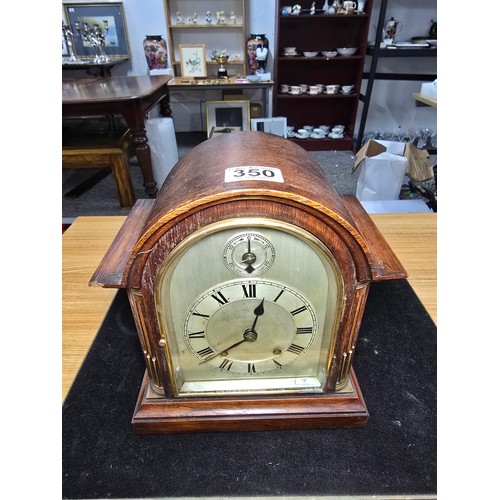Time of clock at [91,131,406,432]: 6:58
